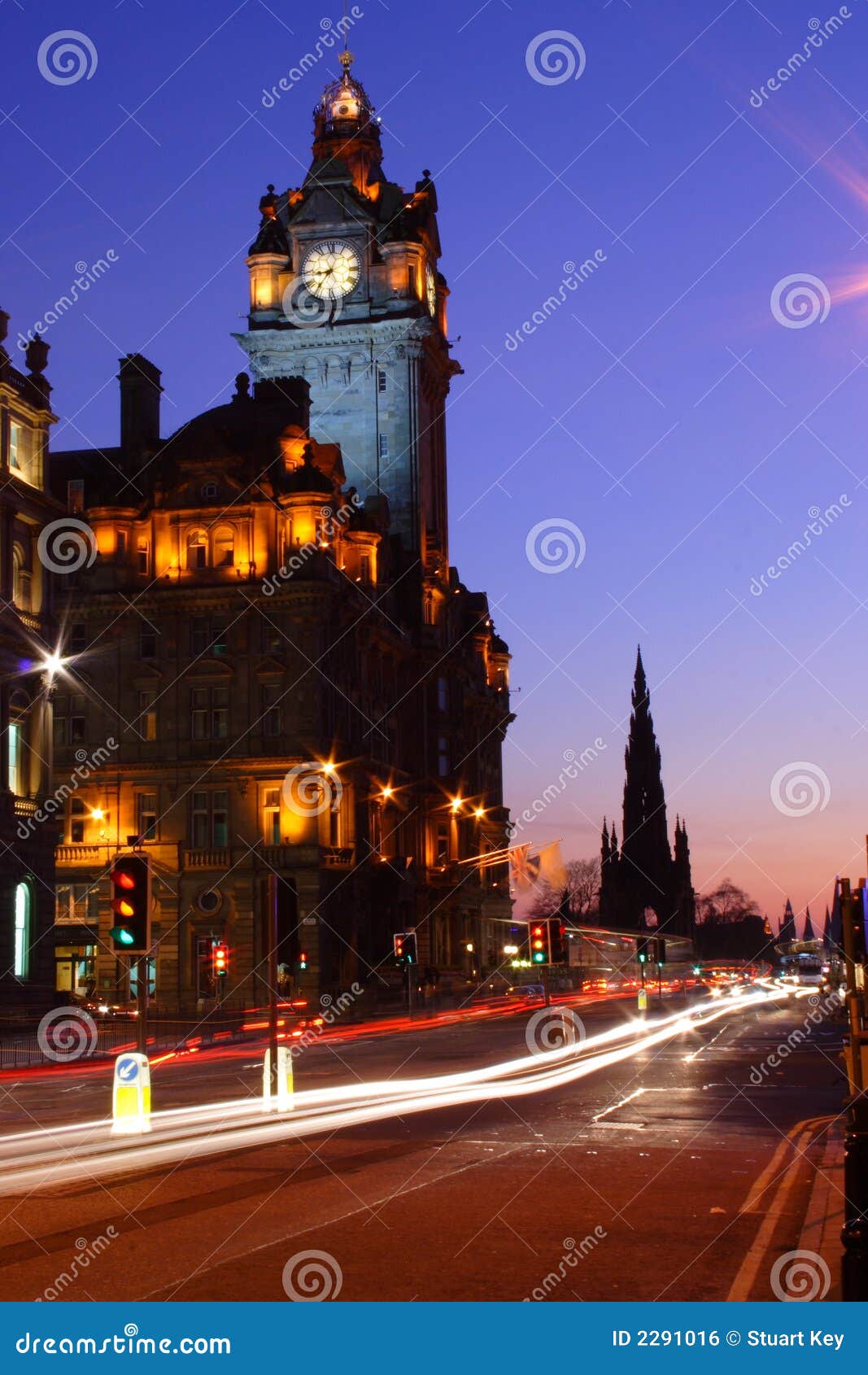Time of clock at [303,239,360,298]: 8:36
